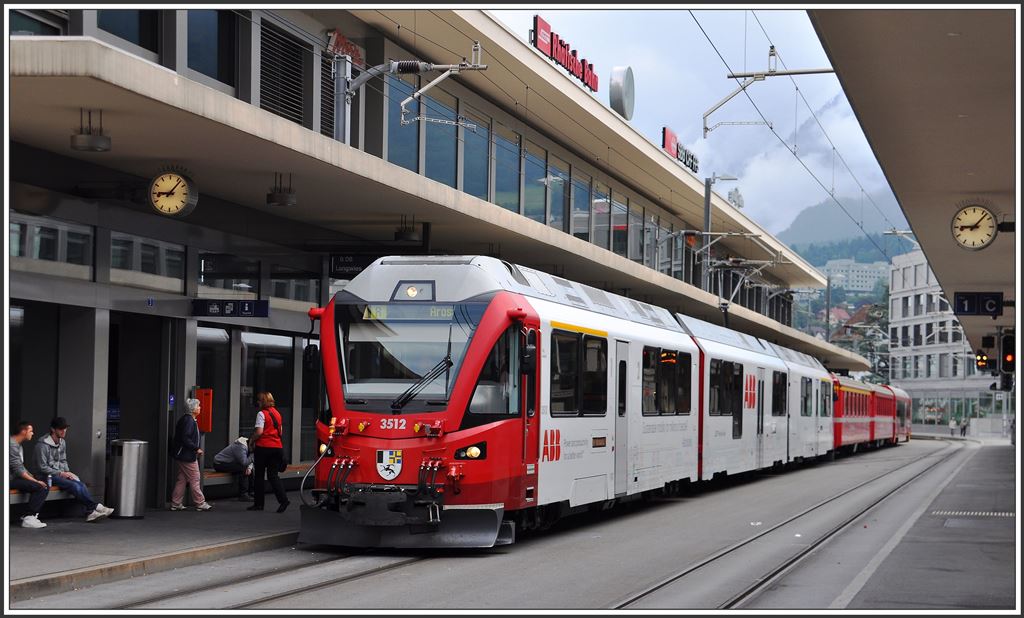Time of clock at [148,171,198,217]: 9:07
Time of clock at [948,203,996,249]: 9:07
